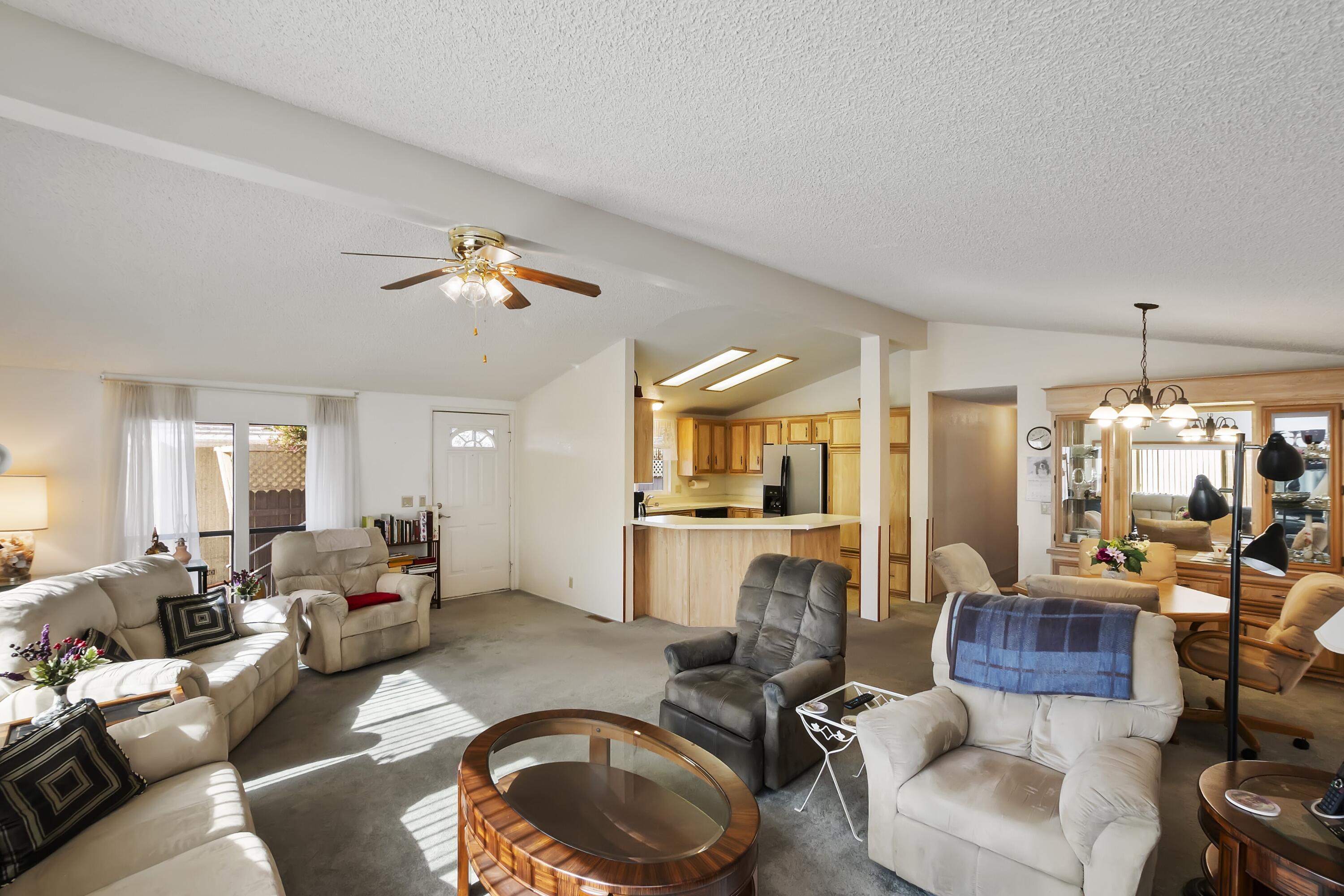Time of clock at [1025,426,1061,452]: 1:42
